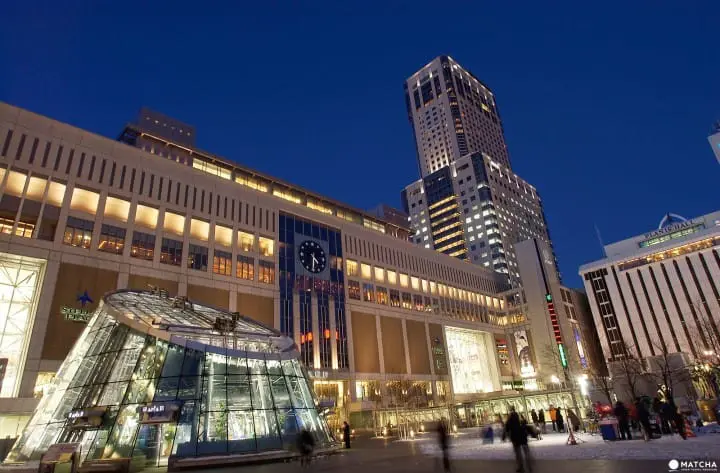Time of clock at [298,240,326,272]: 4:30
